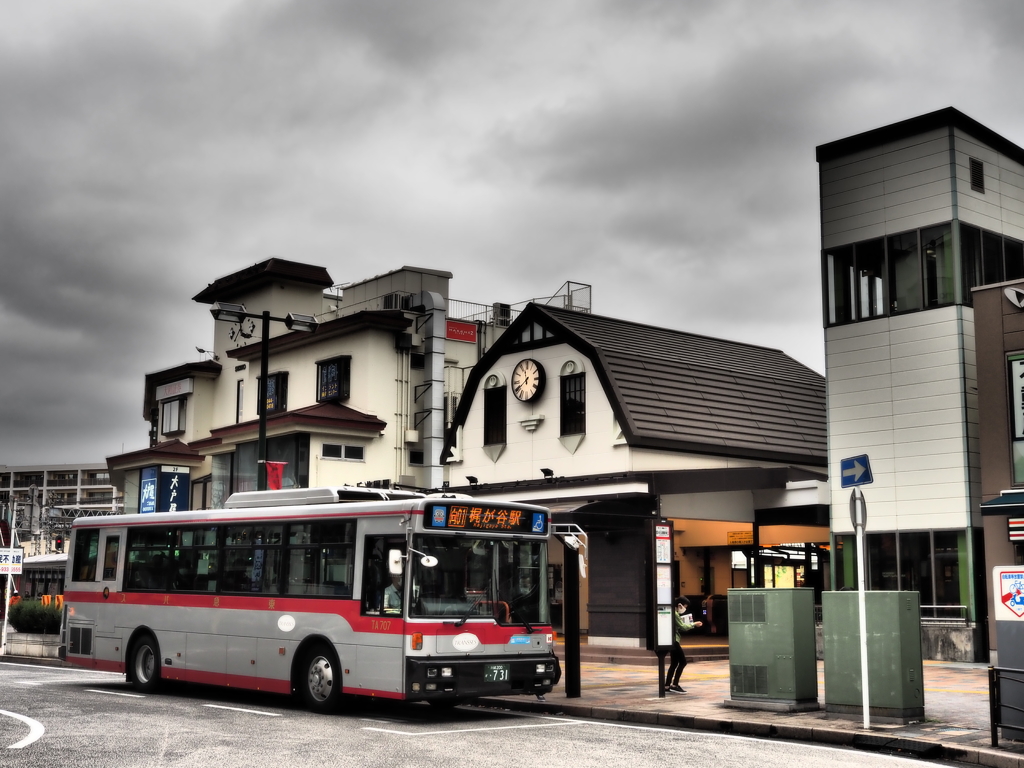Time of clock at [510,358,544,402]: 11:39
